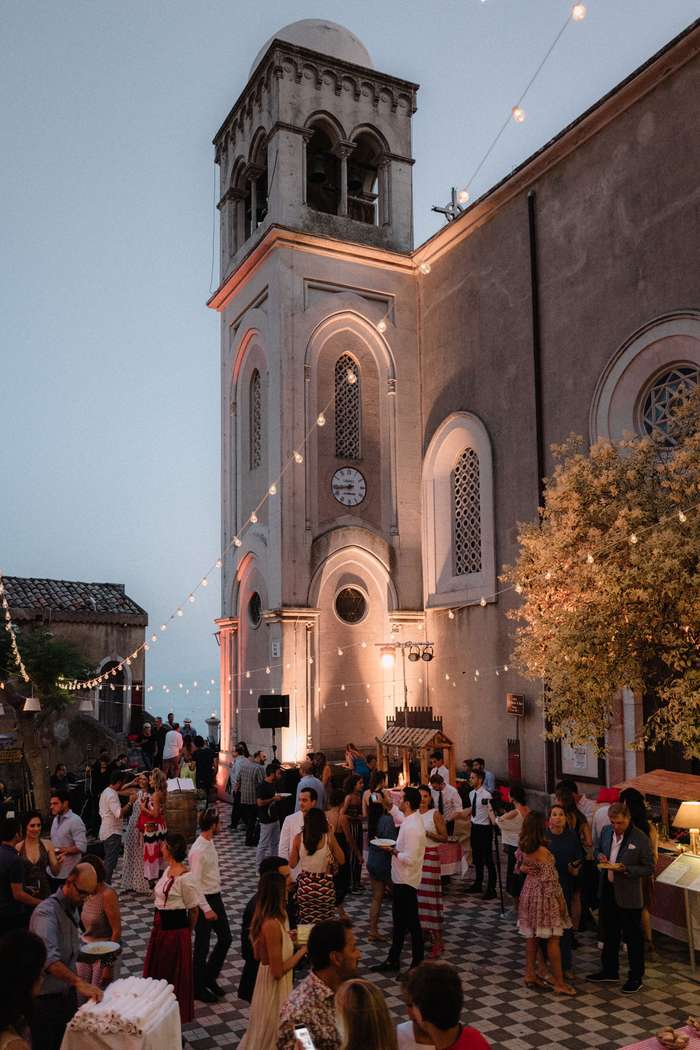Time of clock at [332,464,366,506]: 8:43
